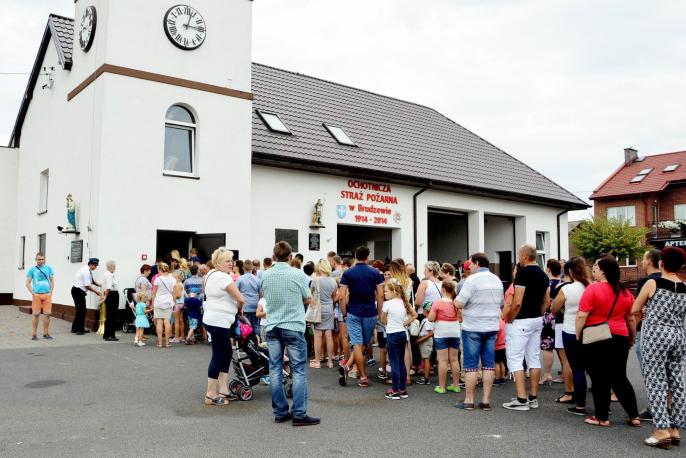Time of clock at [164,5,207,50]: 3:03
